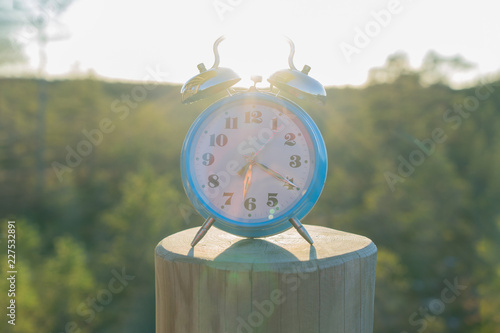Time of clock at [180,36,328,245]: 6:19
